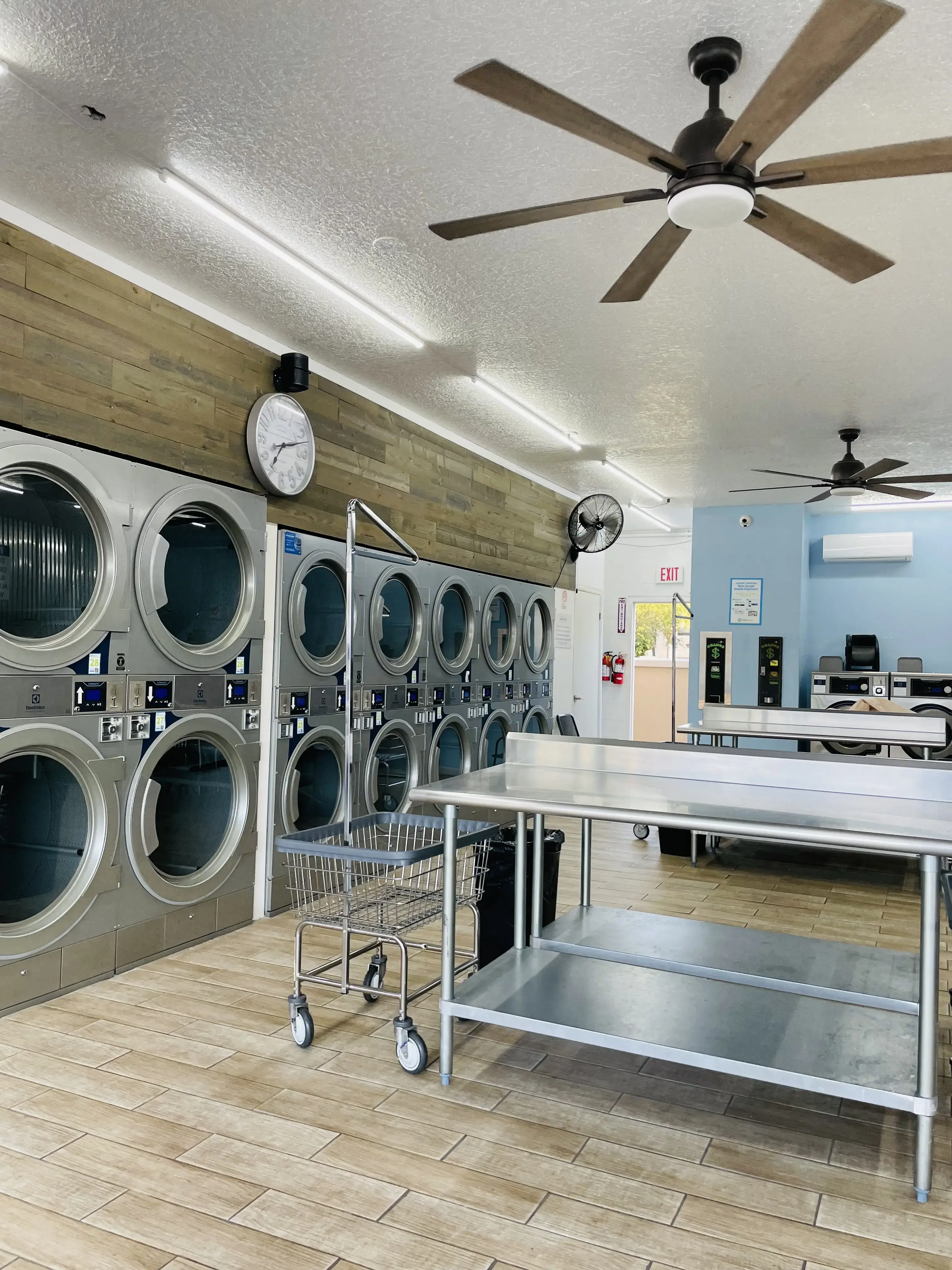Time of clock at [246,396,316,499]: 7:12
